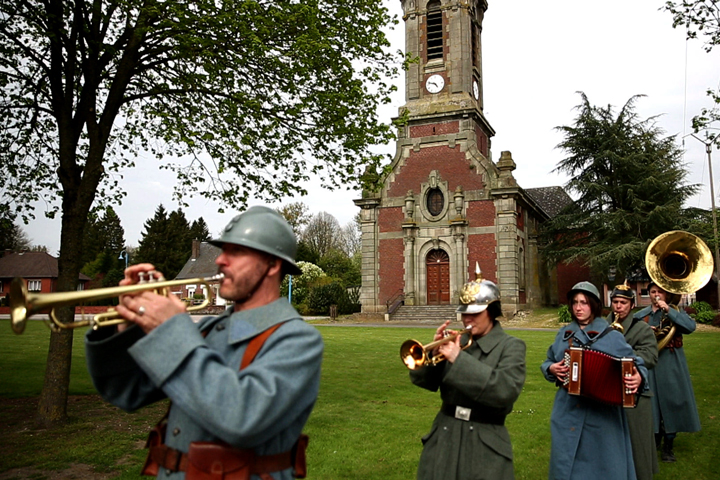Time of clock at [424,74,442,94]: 4:47
